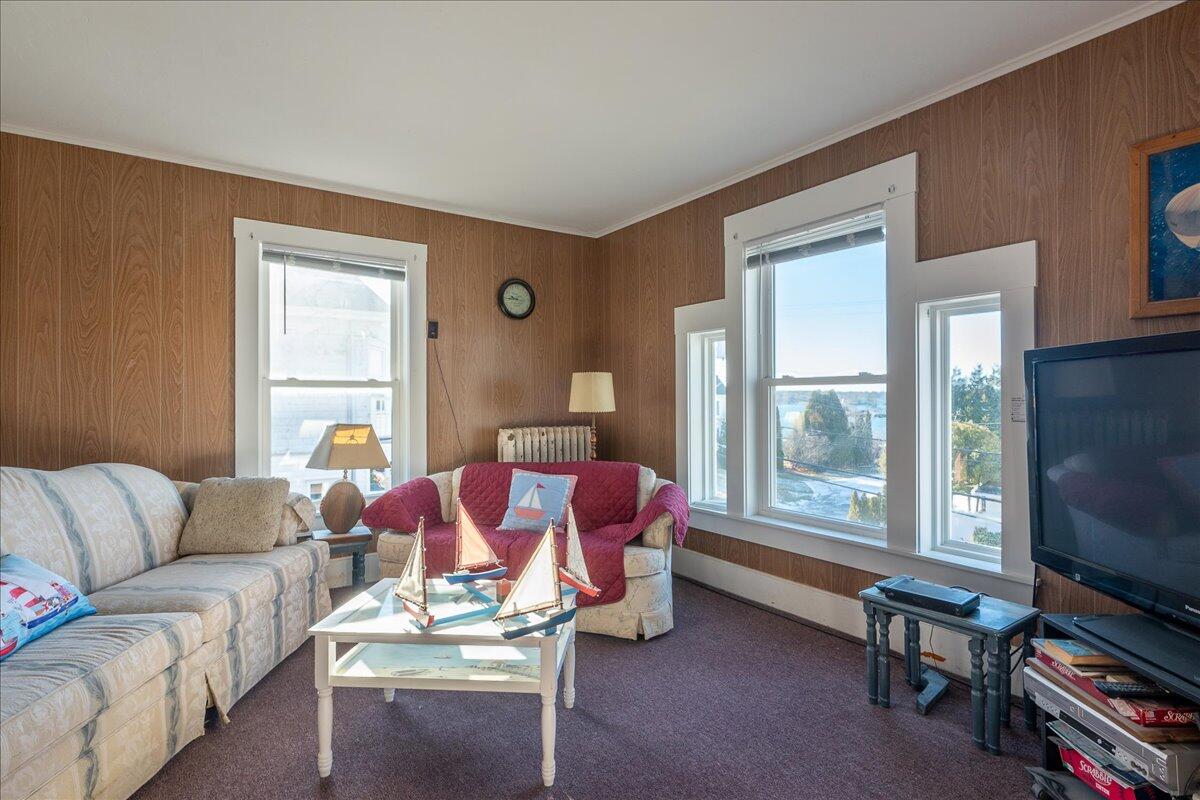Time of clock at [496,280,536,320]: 9:44
